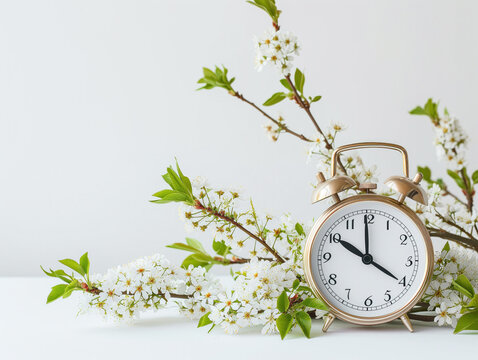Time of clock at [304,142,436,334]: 9:59
